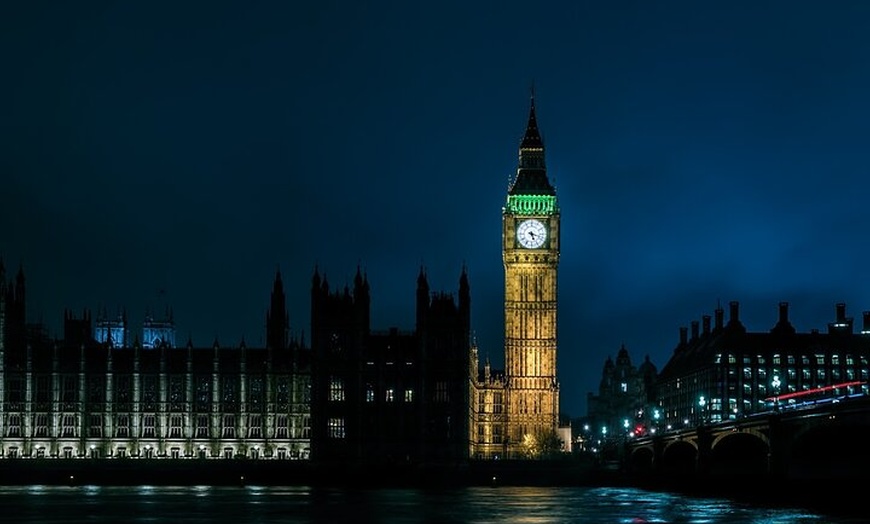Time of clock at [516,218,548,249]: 5:18
